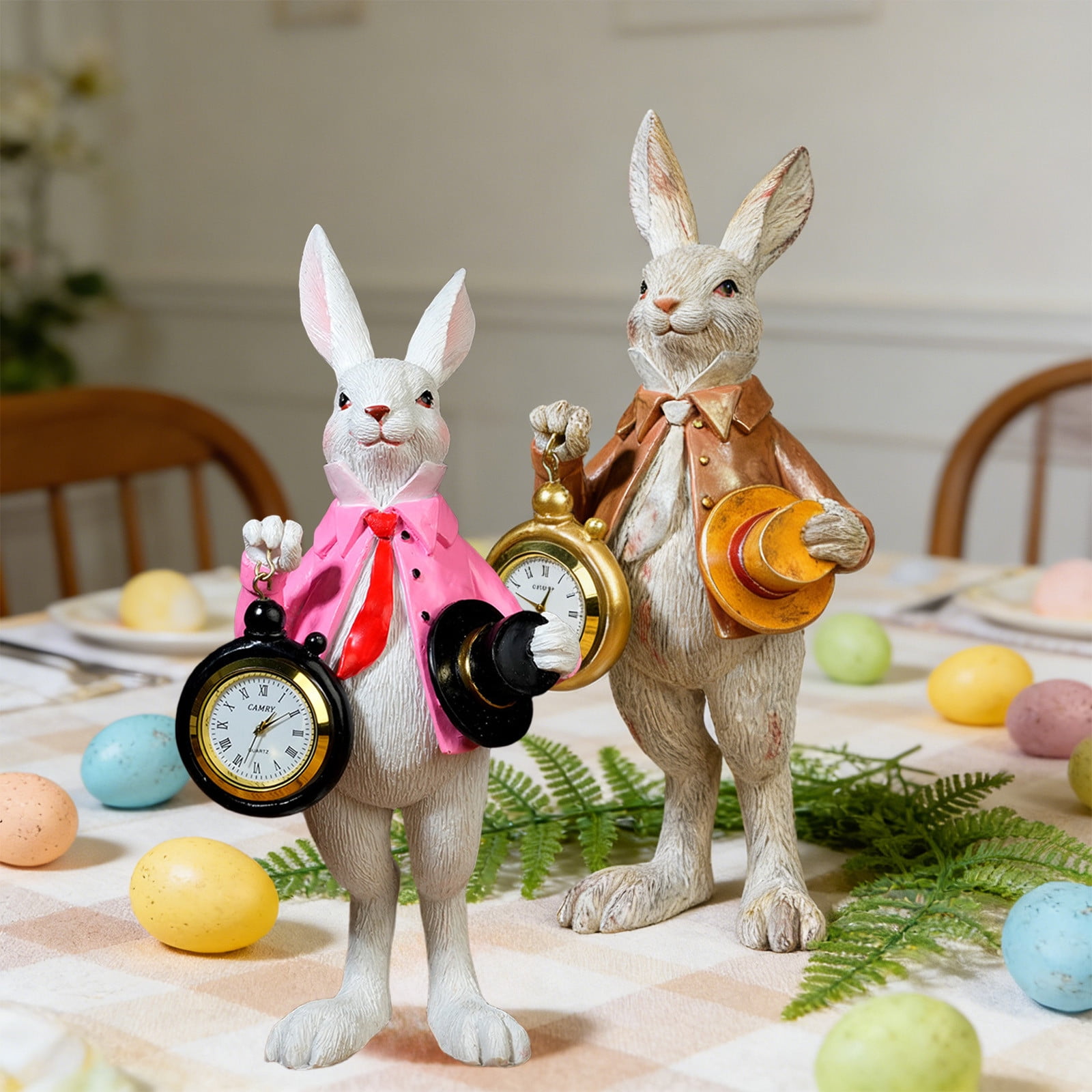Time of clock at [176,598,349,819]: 1:09
